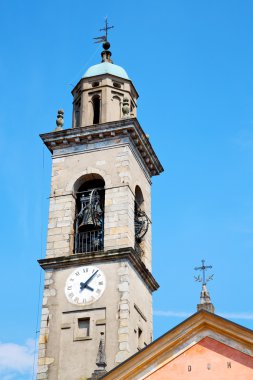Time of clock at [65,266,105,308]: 4:07
